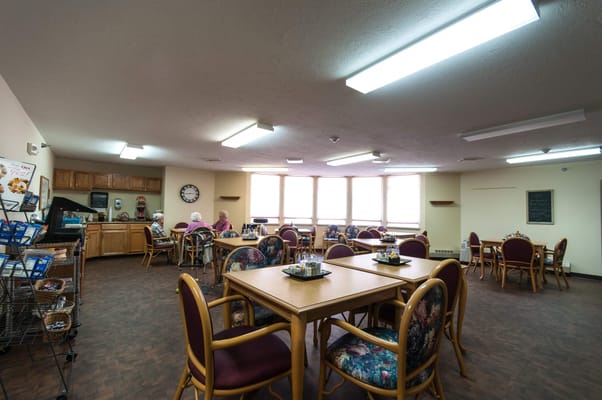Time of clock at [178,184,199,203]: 2:43
